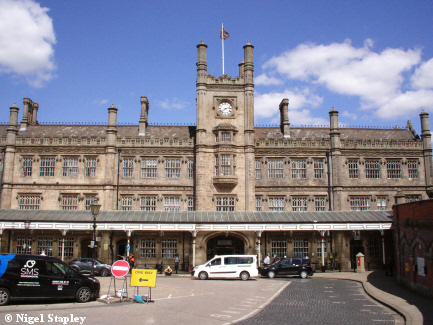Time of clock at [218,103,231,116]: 2:38
